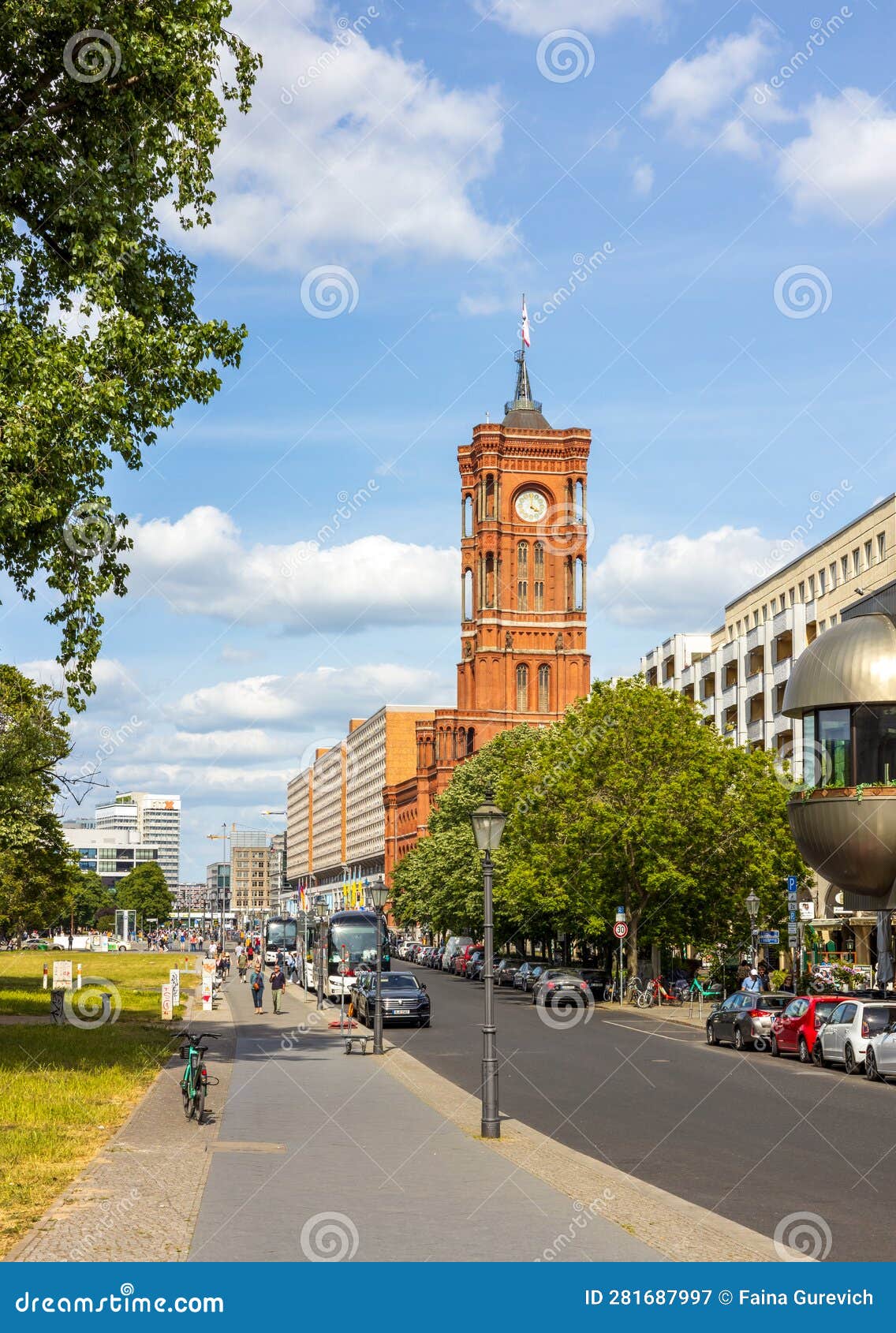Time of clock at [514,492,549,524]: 4:00
